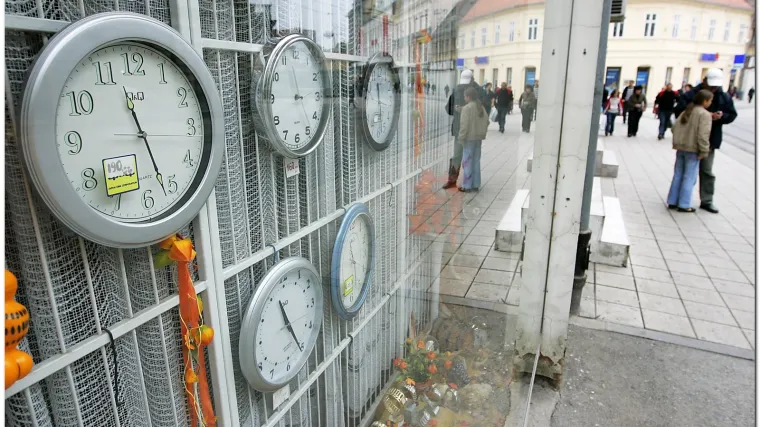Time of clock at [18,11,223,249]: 11:26
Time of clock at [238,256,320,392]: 11:25
